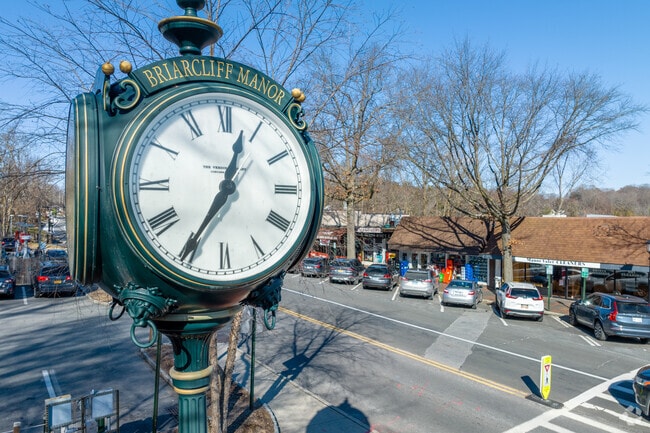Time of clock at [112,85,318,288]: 12:35
